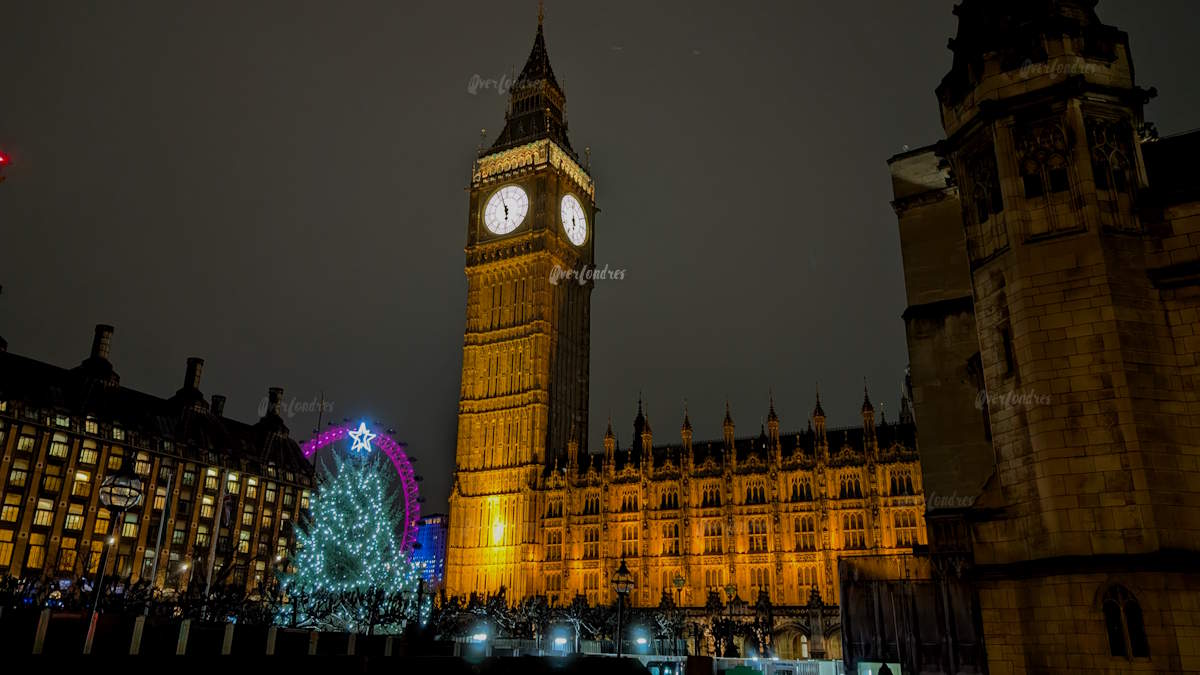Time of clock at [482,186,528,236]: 5:57
